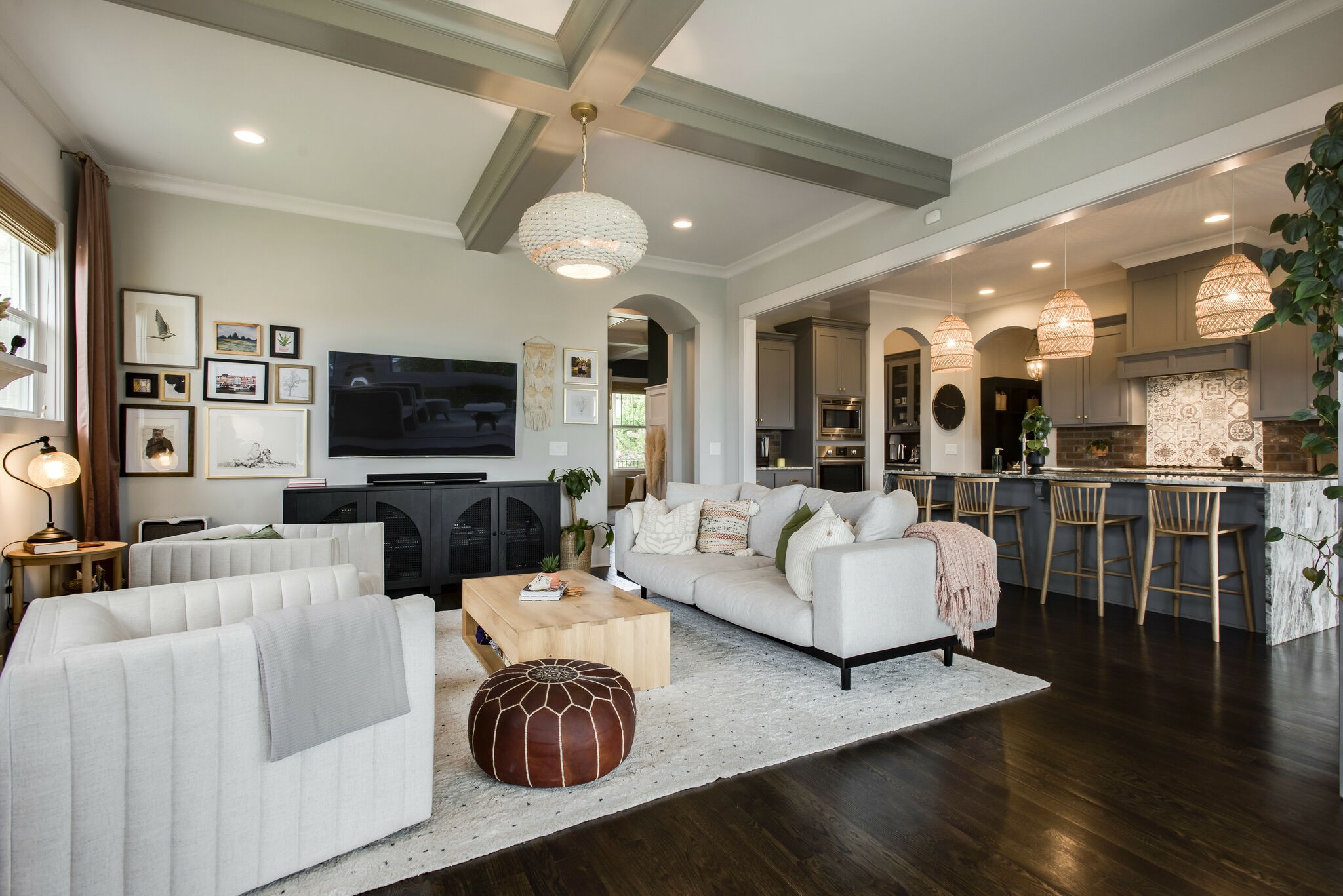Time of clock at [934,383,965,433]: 2:47
